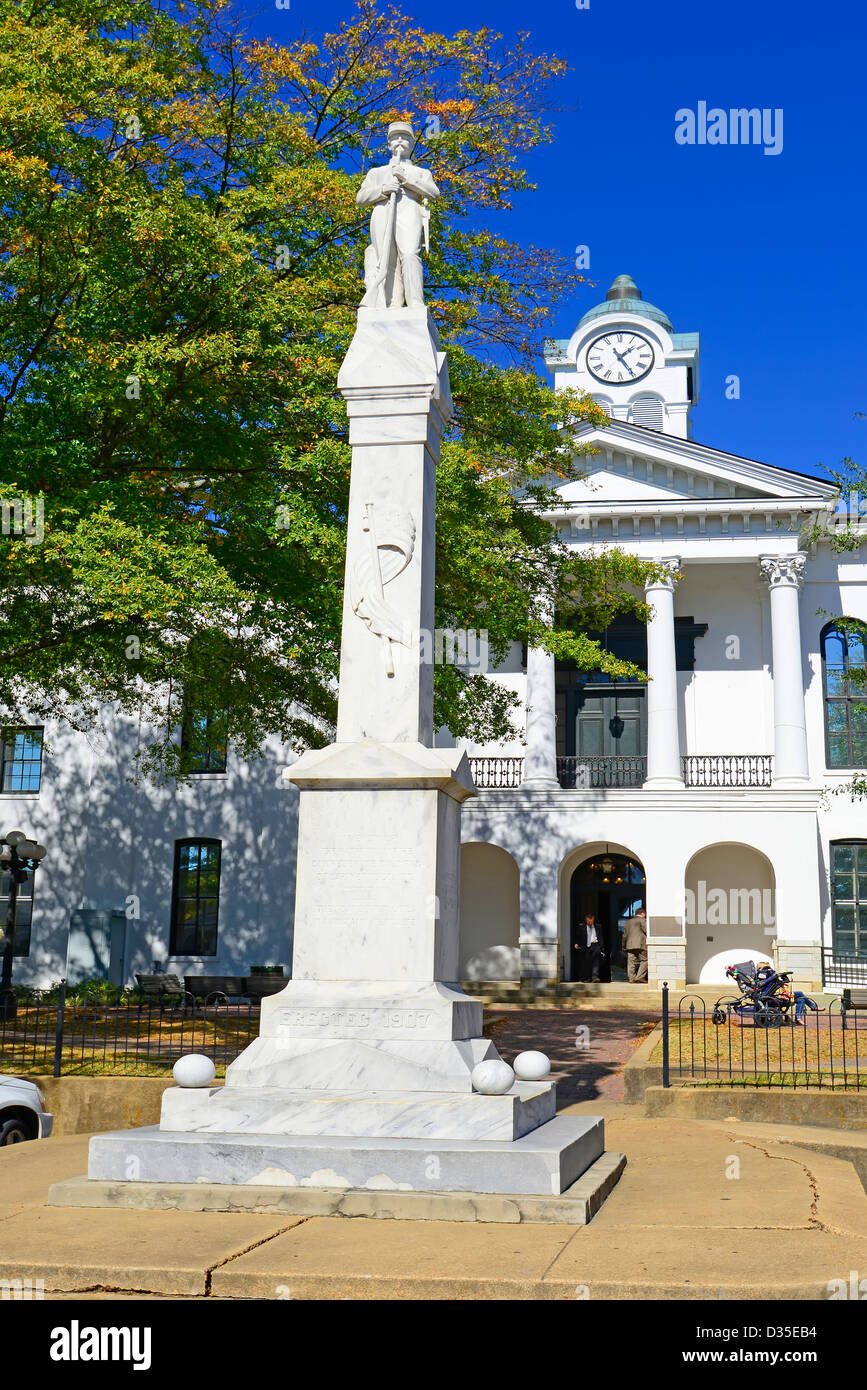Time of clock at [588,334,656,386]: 1:24
